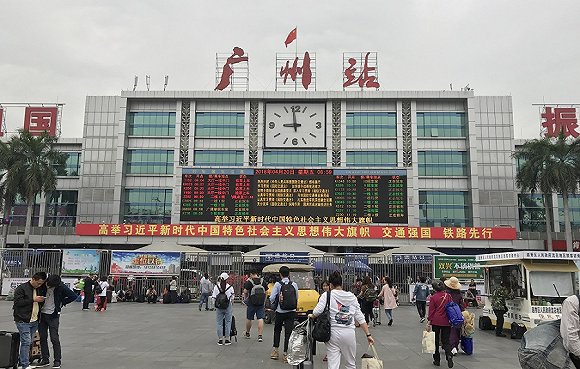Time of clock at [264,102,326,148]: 8:59
